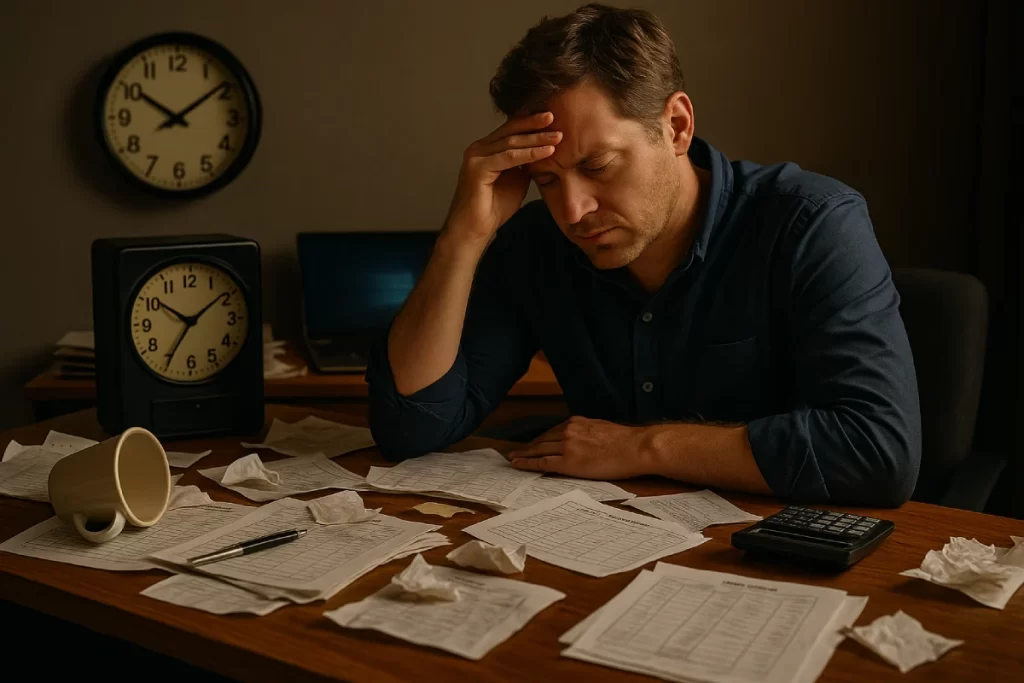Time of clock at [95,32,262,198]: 10:08
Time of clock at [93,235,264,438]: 10:08
